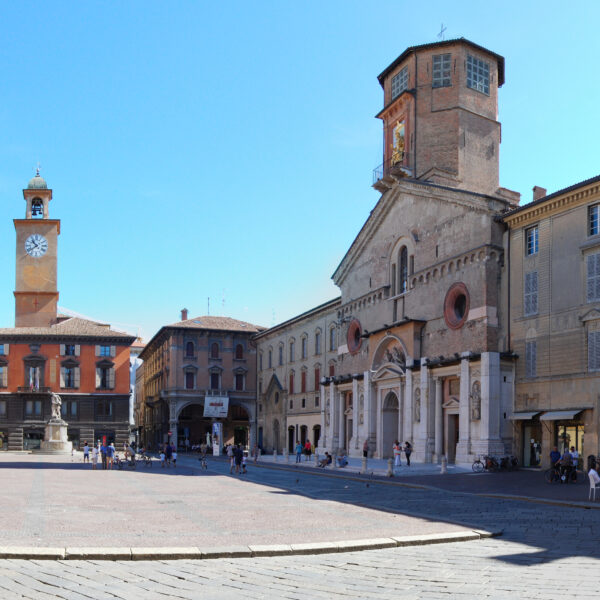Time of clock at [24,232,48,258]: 10:39
